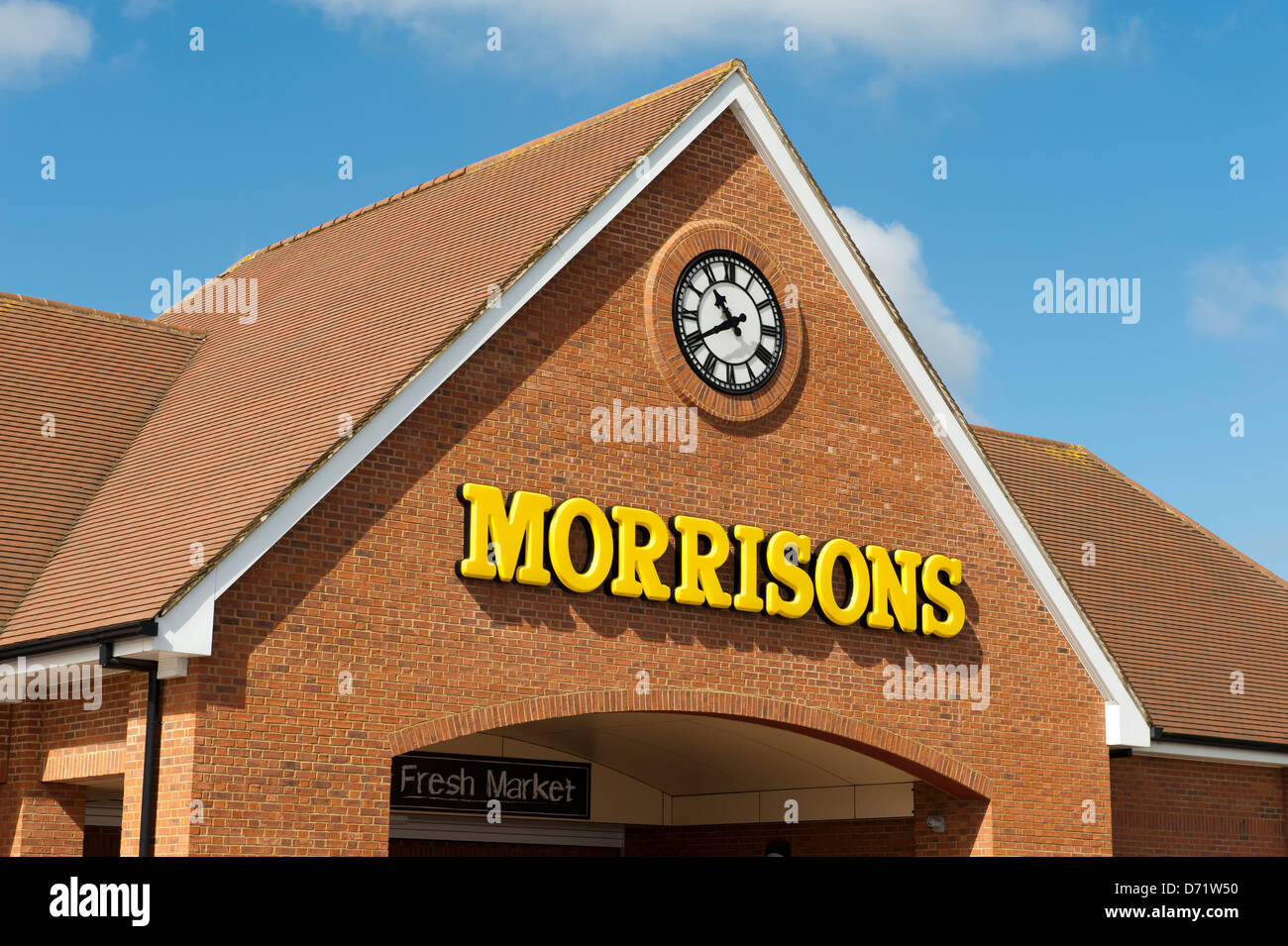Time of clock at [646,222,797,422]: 10:40
